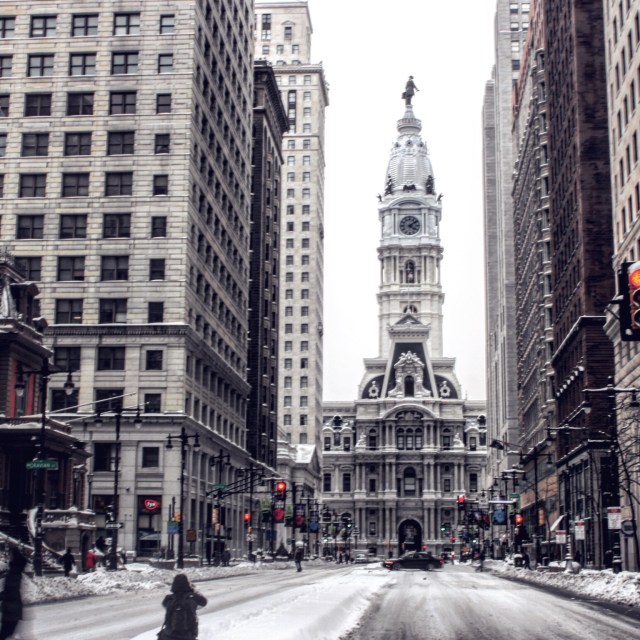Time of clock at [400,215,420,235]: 4:08
